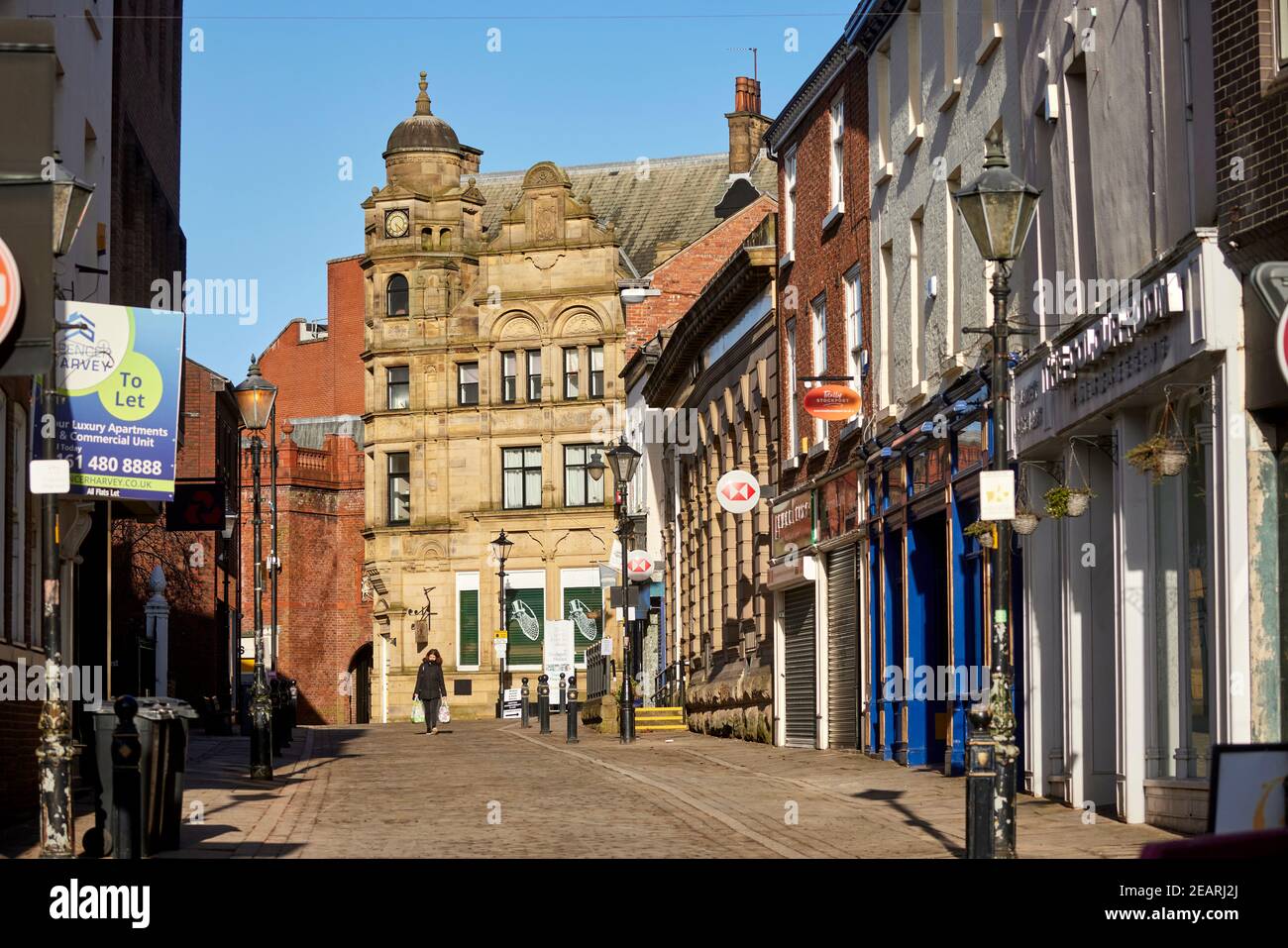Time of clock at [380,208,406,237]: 5:21
